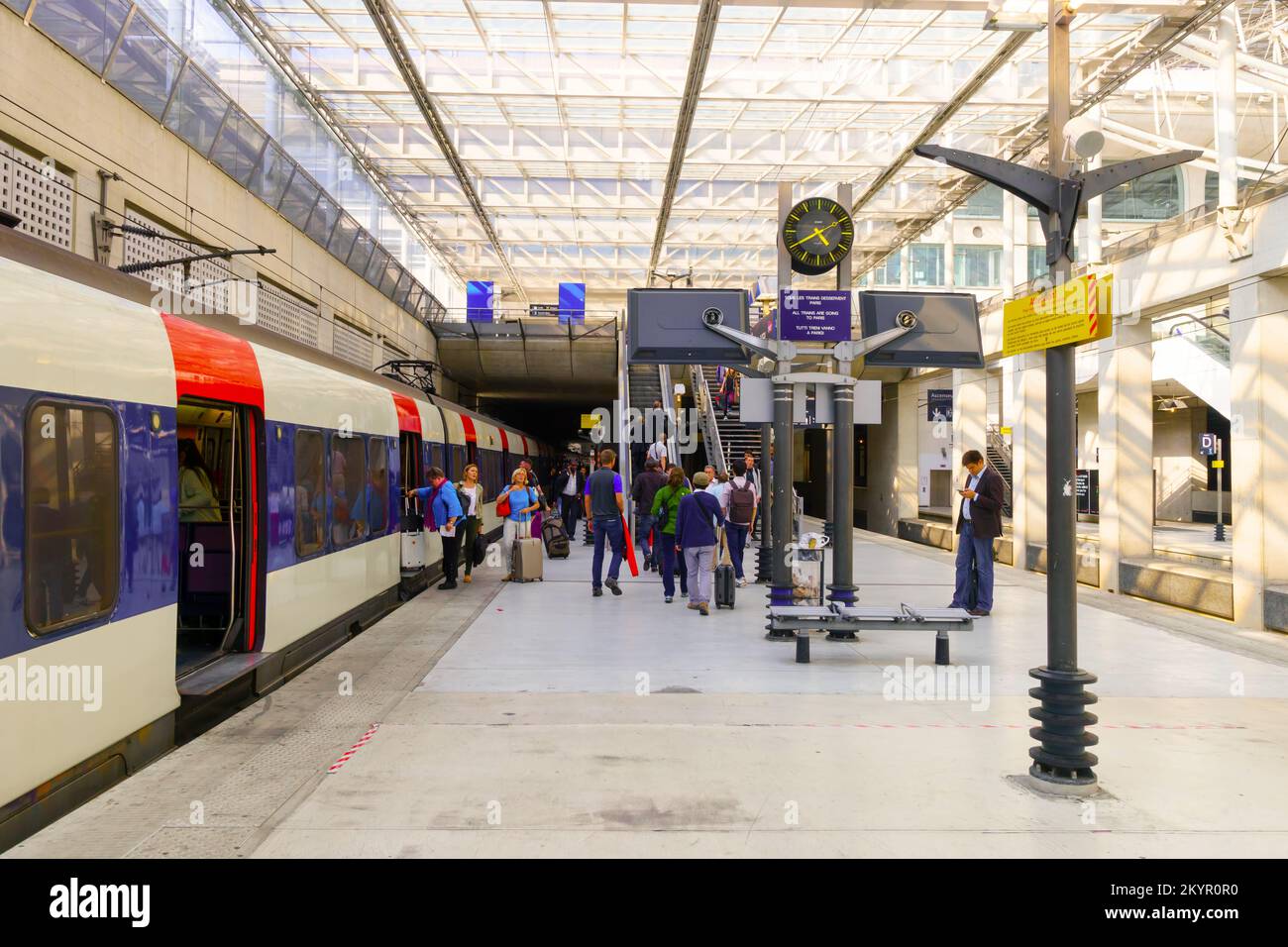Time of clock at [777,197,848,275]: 4:40
